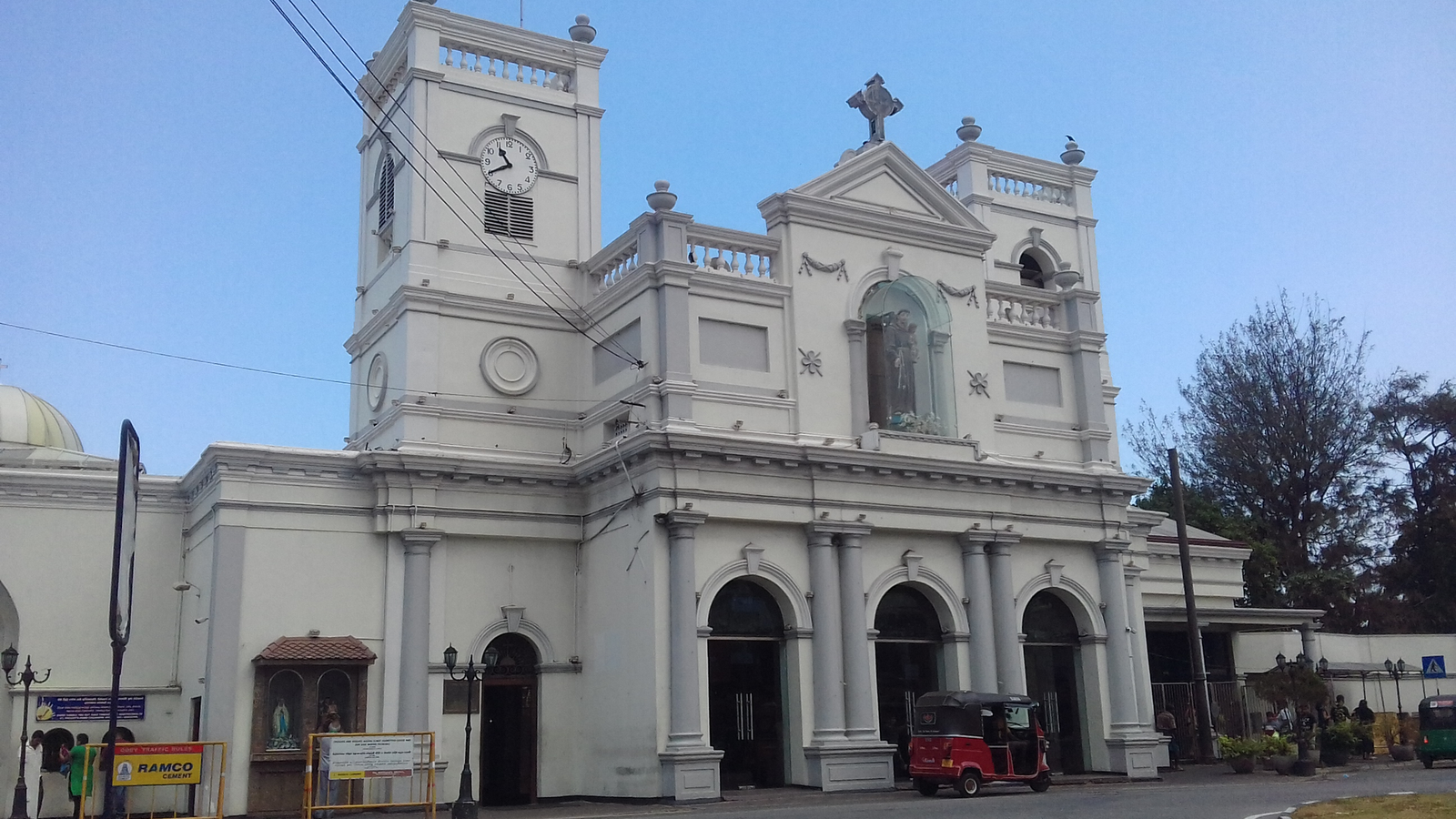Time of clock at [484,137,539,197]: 10:40
